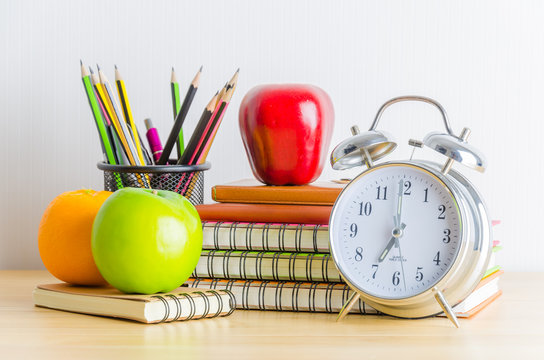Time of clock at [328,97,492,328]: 7:00
